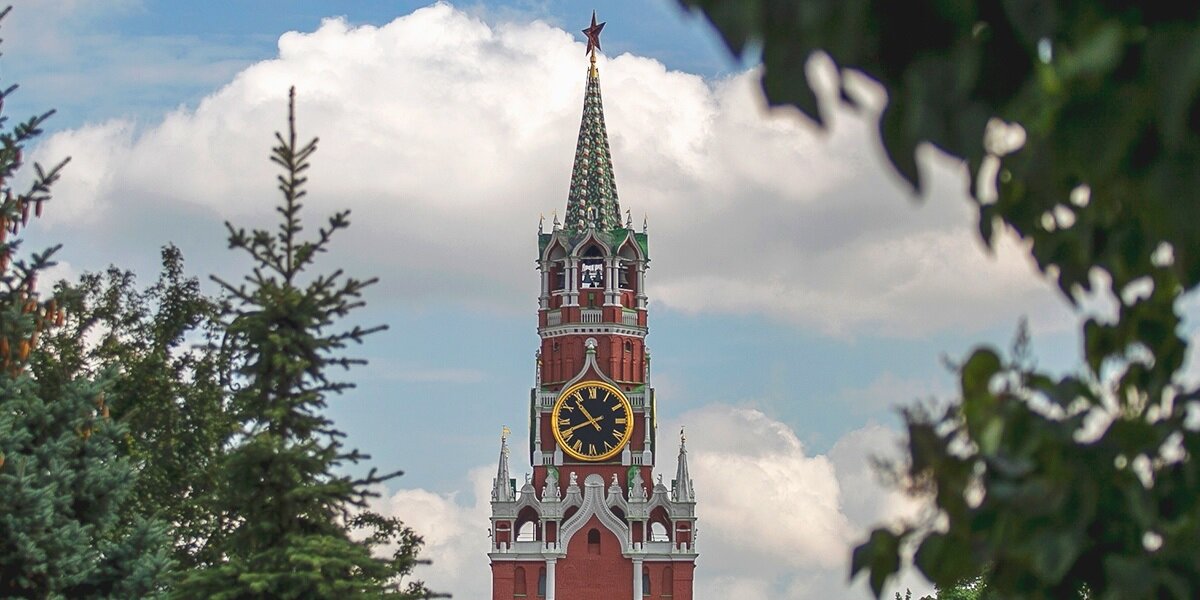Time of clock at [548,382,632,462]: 10:41
